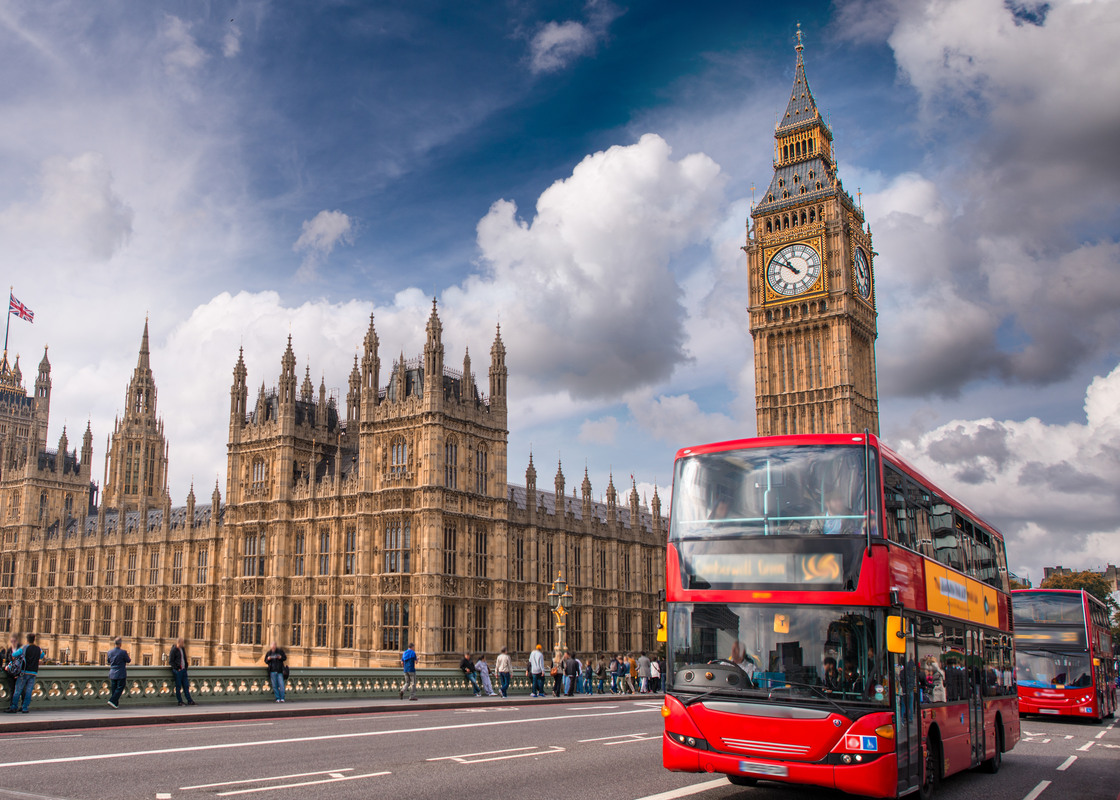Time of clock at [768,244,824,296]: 10:50
